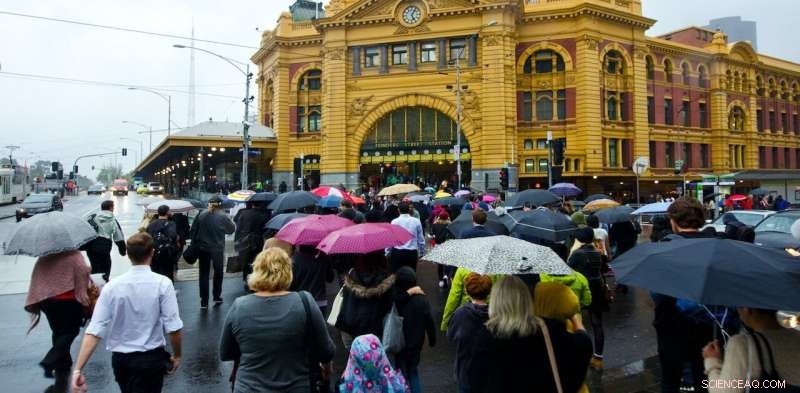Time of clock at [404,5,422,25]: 5:05
